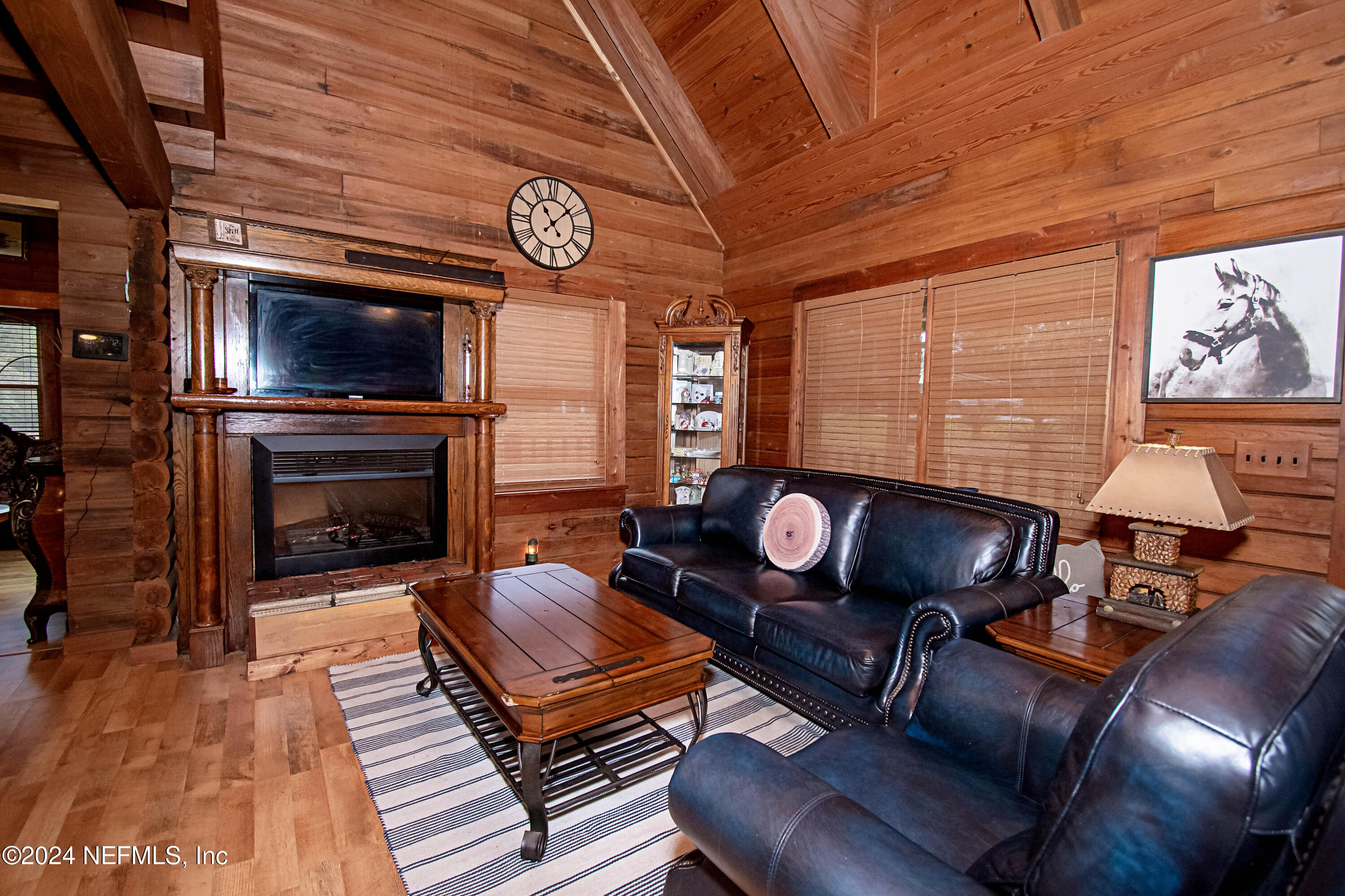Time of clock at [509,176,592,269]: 11:07
